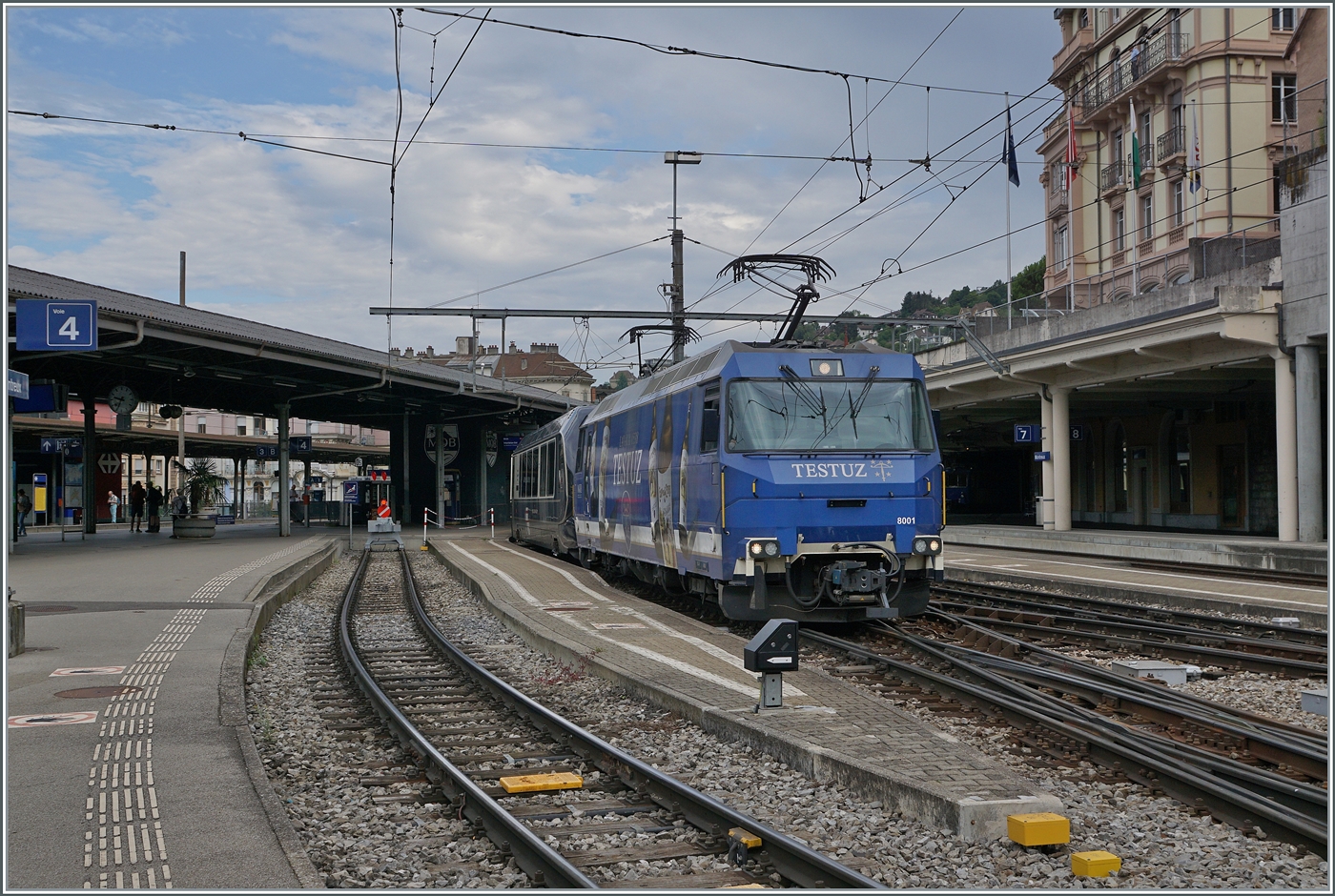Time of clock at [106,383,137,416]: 9:34
